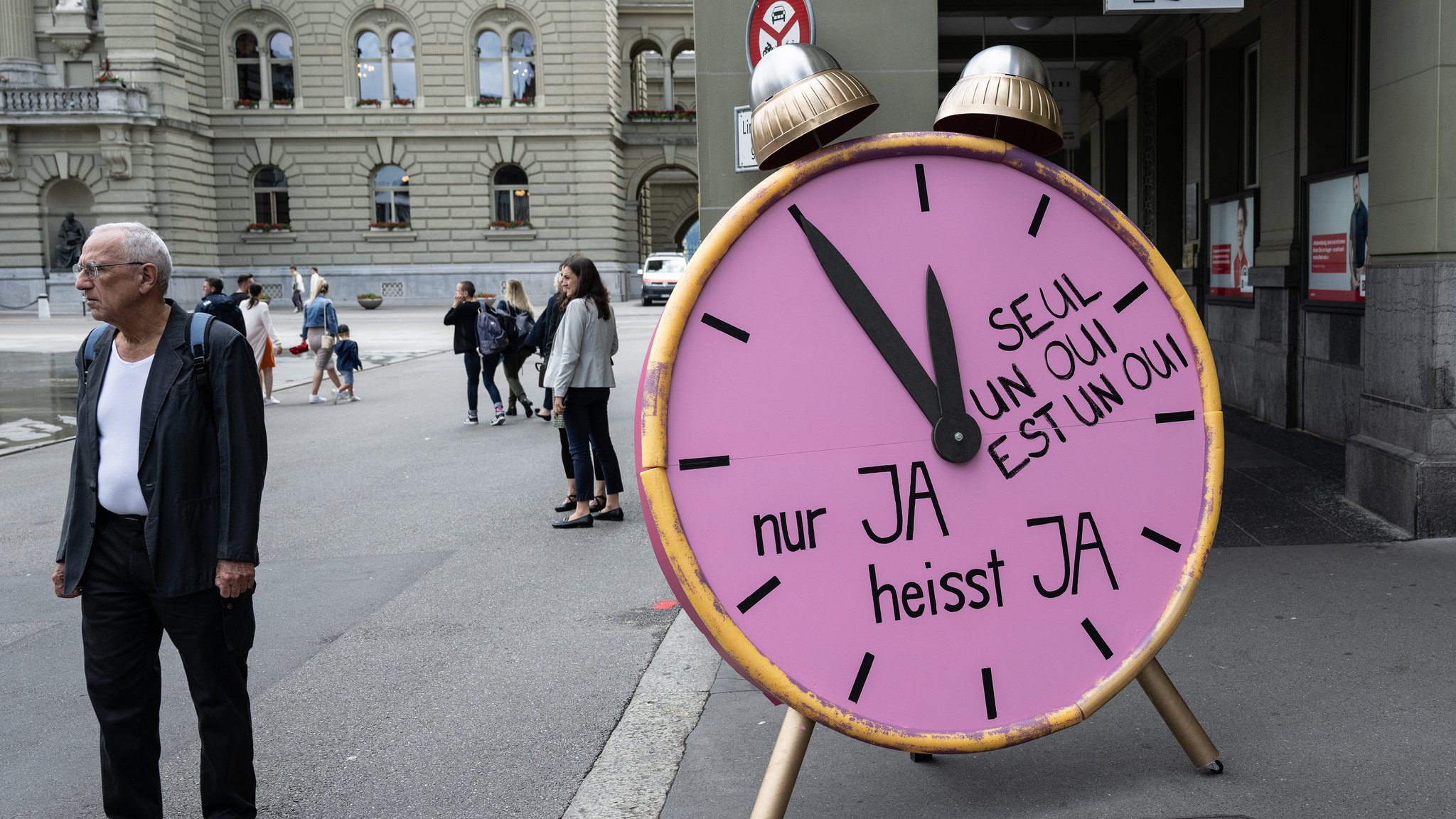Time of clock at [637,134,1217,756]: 11:54
